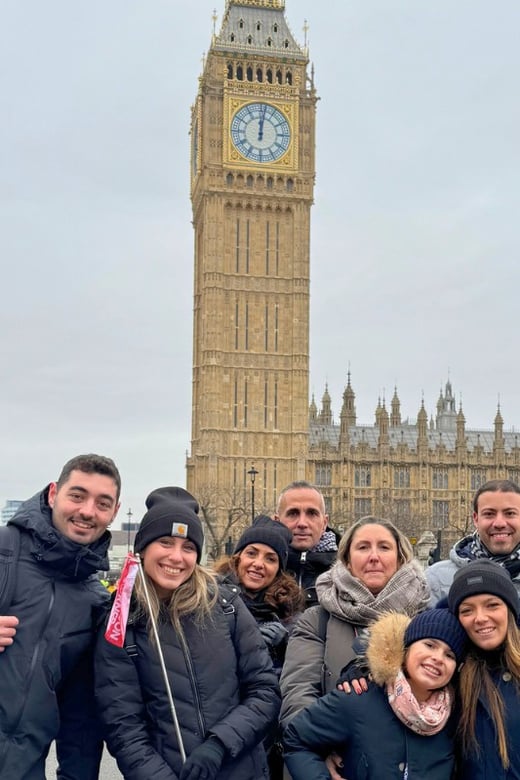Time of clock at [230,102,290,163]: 12:01
